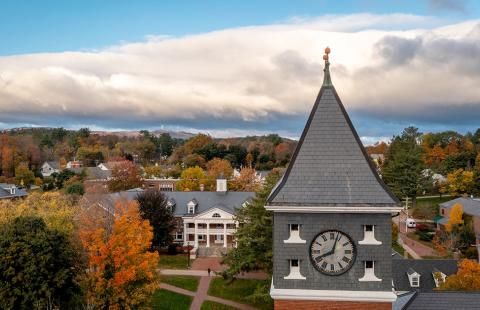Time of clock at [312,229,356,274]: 8:03
